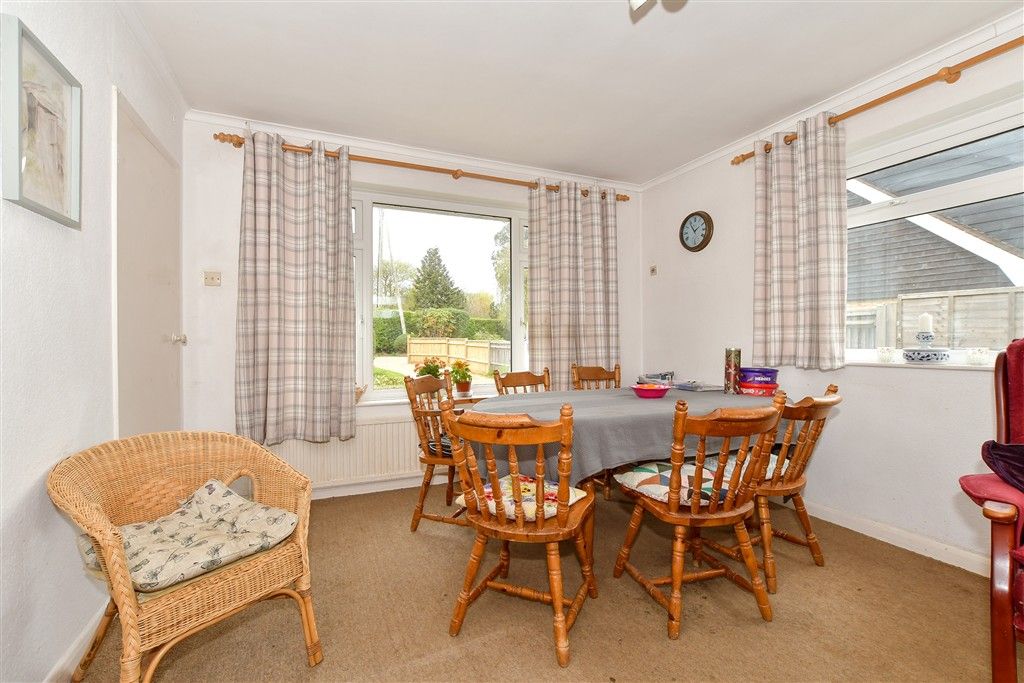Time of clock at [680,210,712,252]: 1:54
